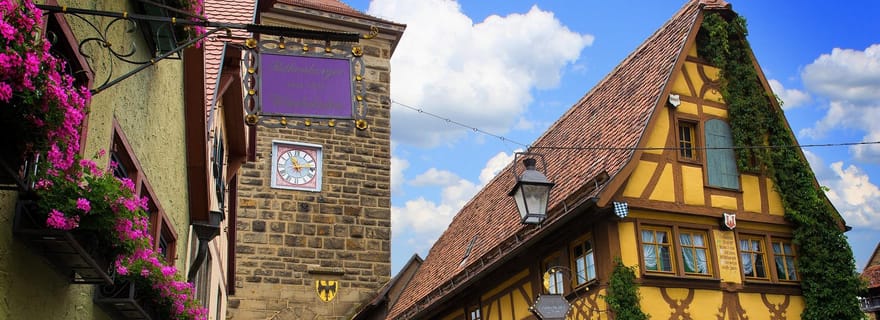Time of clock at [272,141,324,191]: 11:13
